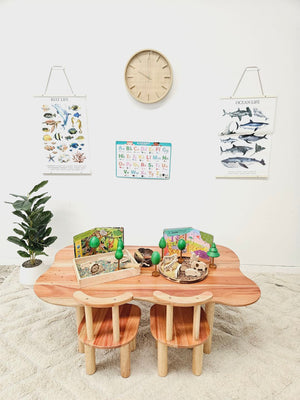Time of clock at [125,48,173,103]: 10:00
